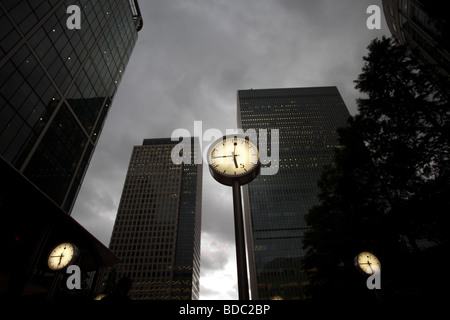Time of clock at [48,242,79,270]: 5:45
